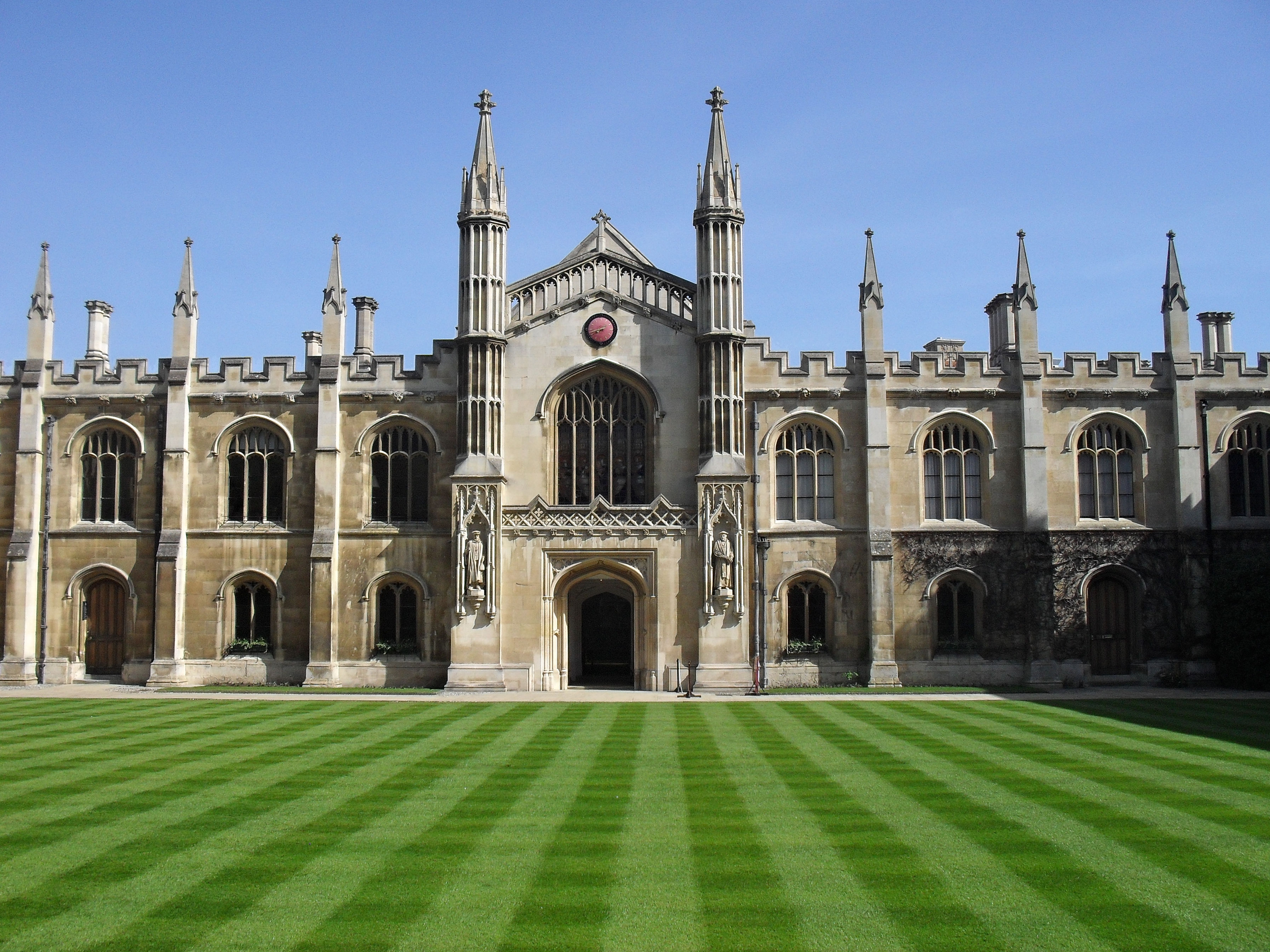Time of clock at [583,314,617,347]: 7:42
